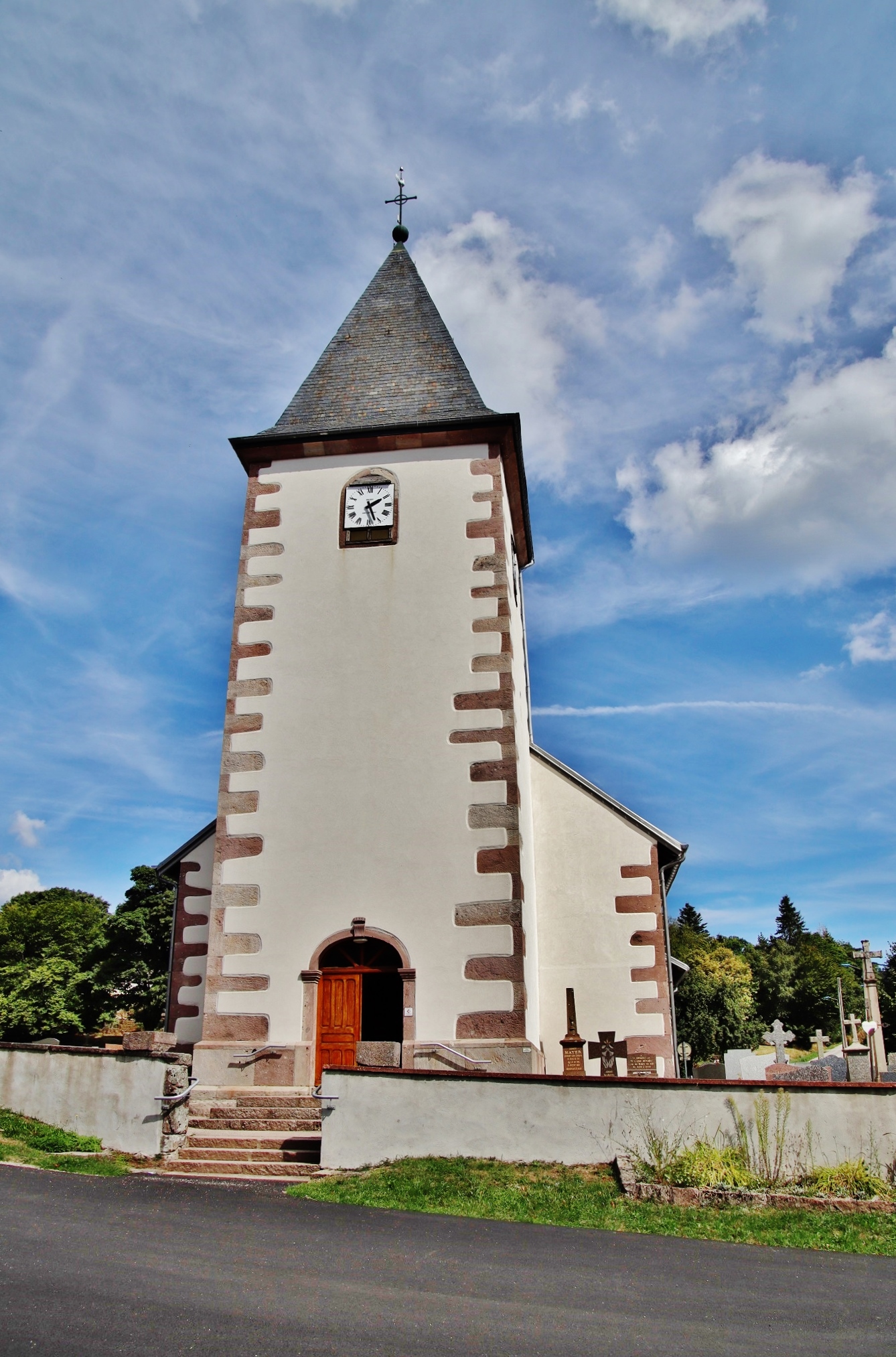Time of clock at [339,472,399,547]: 2:26
